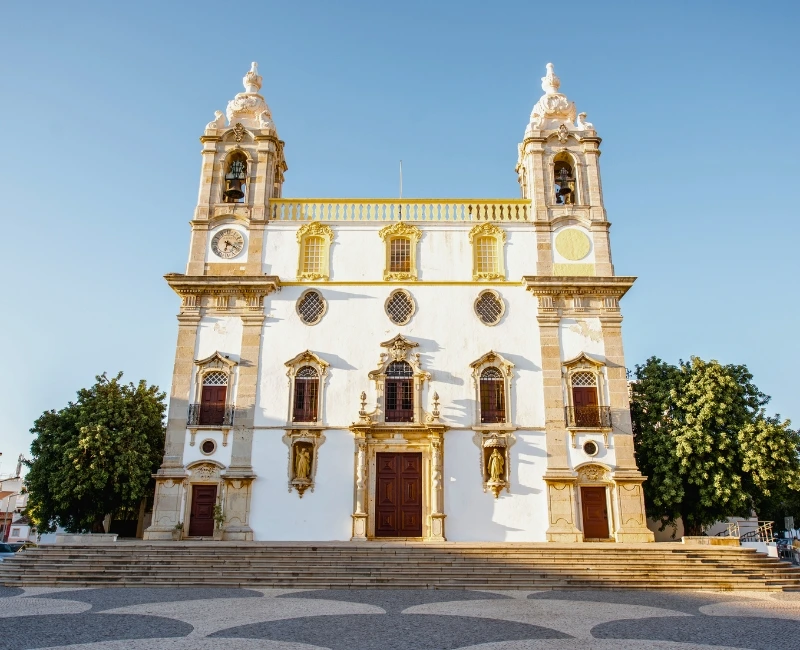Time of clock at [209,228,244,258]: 6:20
